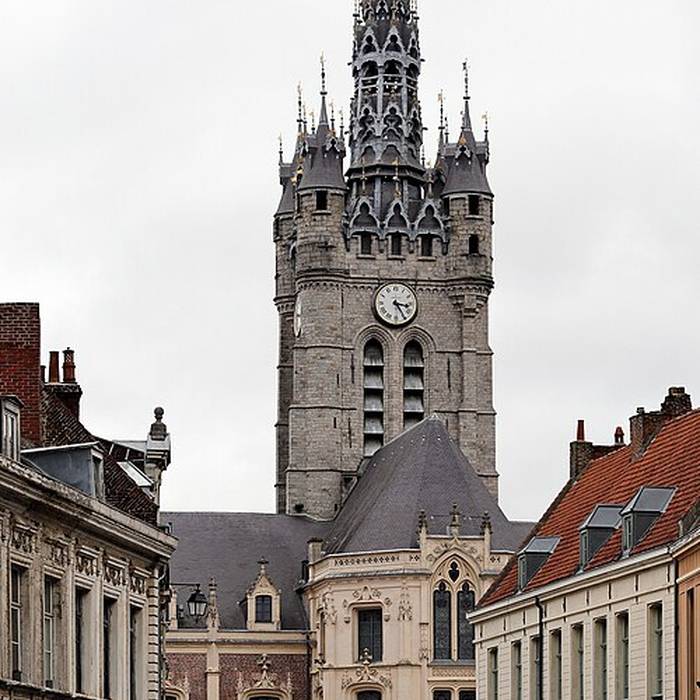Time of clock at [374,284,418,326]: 3:24
